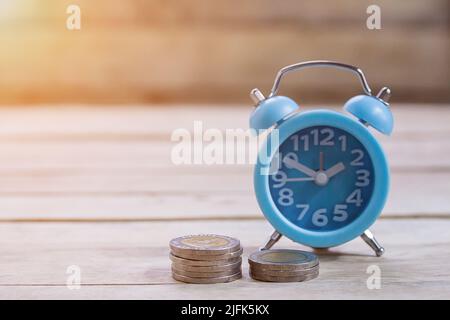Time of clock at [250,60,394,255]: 1:49
